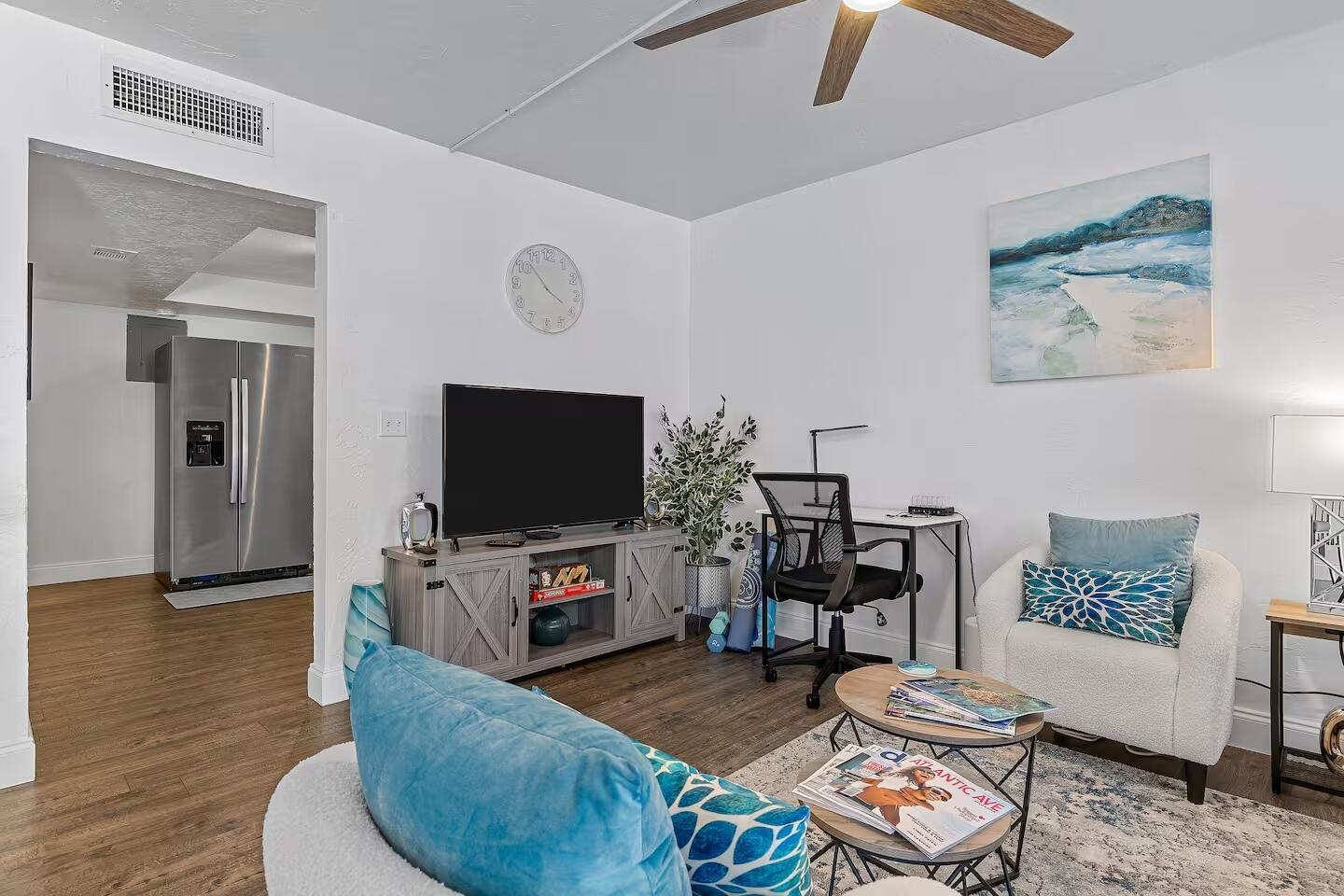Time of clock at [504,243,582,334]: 3:52
